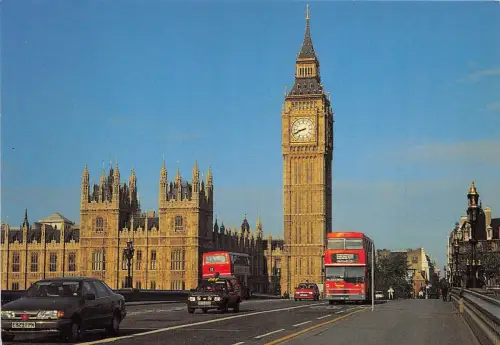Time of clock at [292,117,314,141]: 8:41
